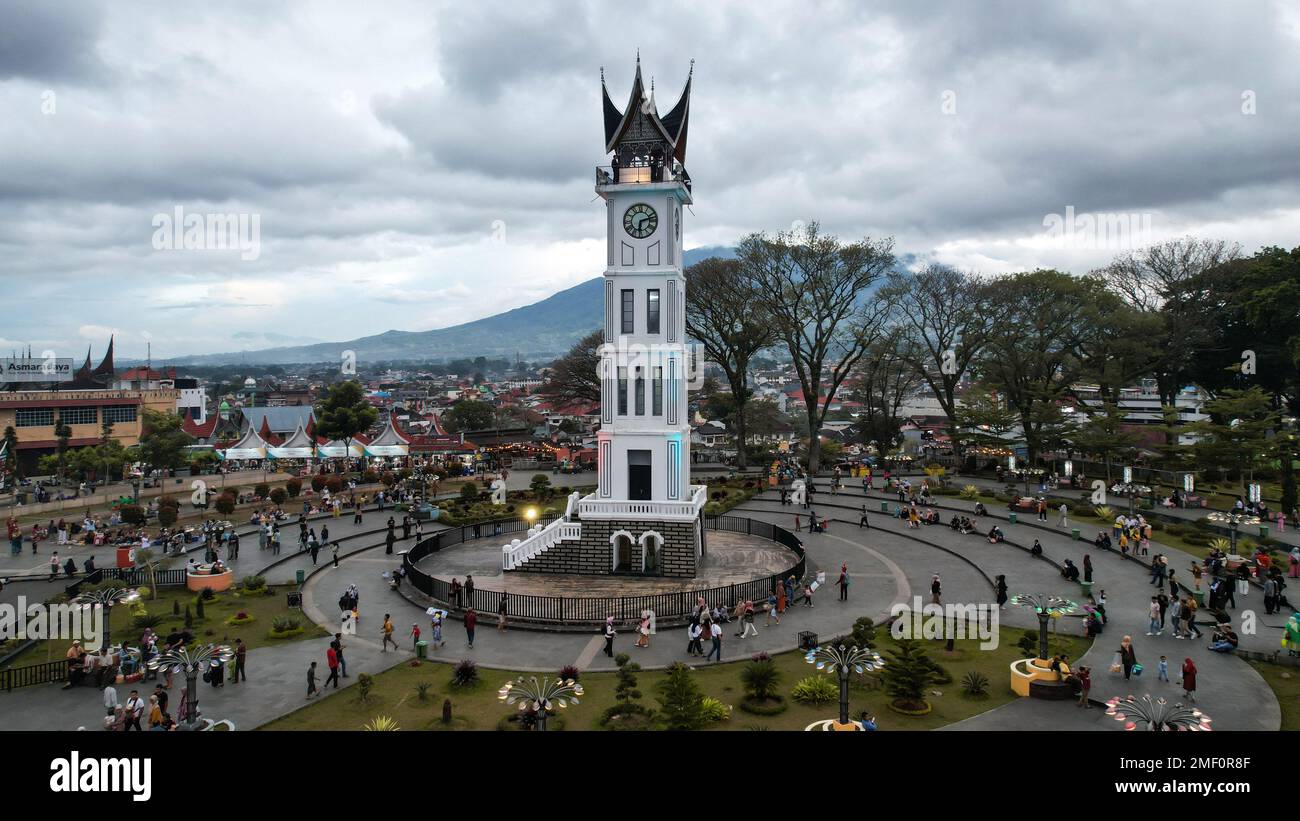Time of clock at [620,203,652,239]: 6:12
